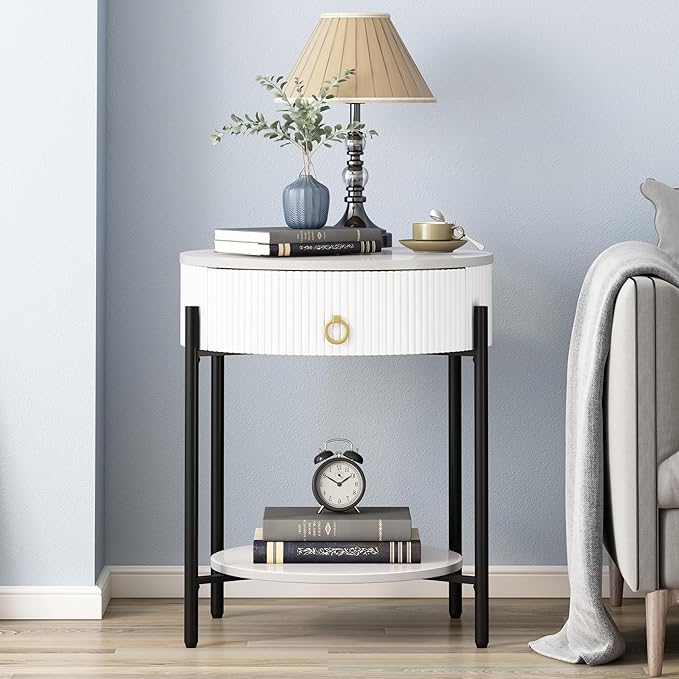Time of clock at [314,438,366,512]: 1:50
